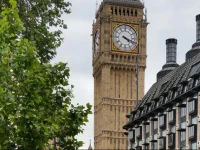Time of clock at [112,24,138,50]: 4:18
